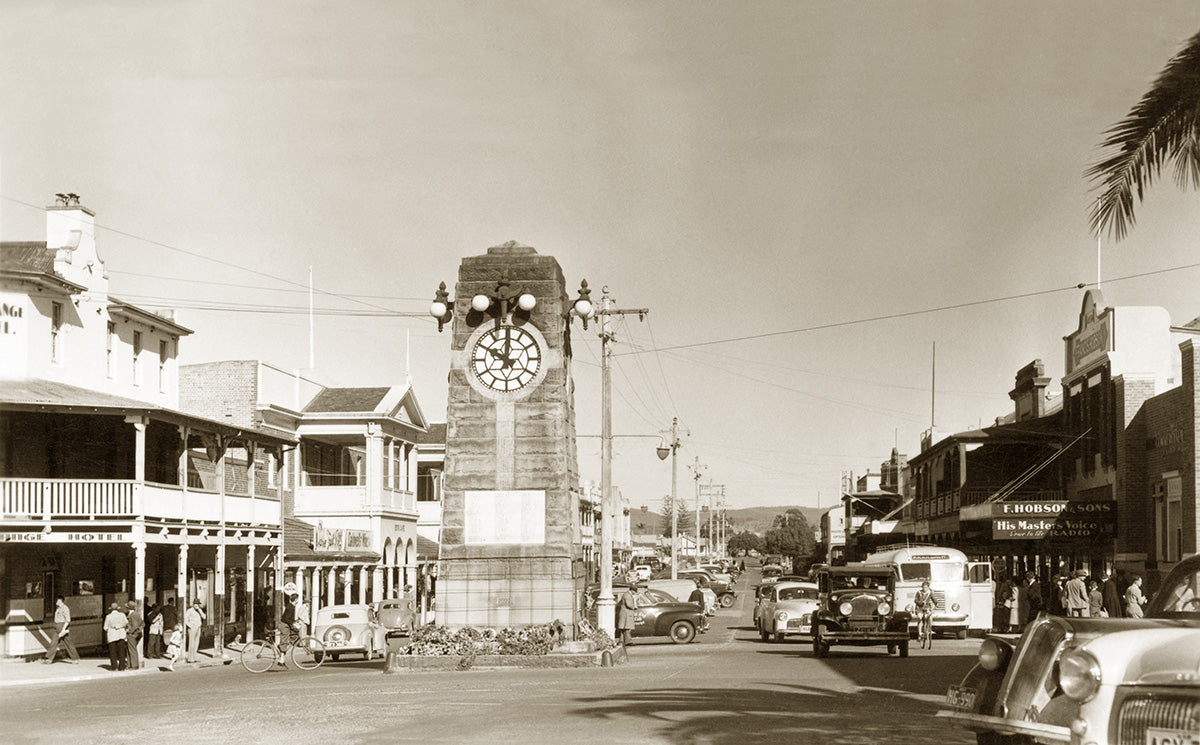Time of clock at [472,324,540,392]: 10:00
